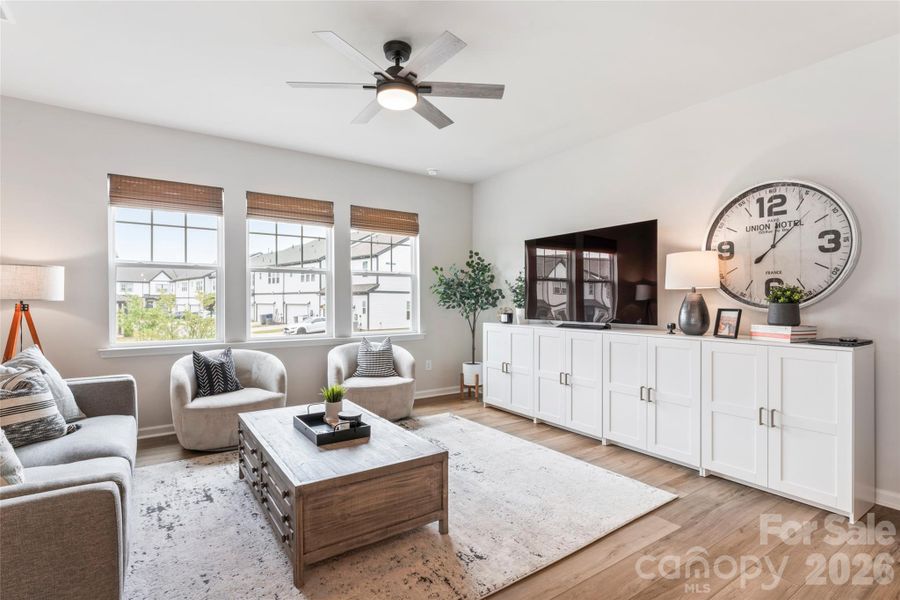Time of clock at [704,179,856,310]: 12:07
